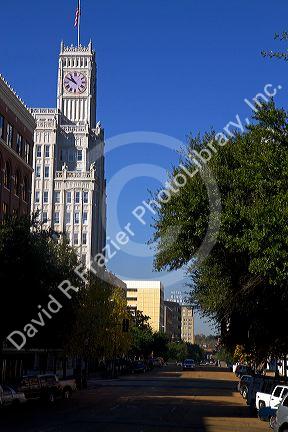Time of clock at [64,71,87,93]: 10:50
